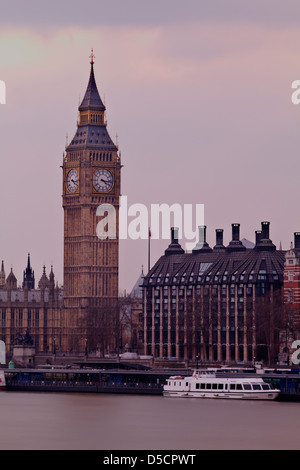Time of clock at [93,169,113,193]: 4:16
